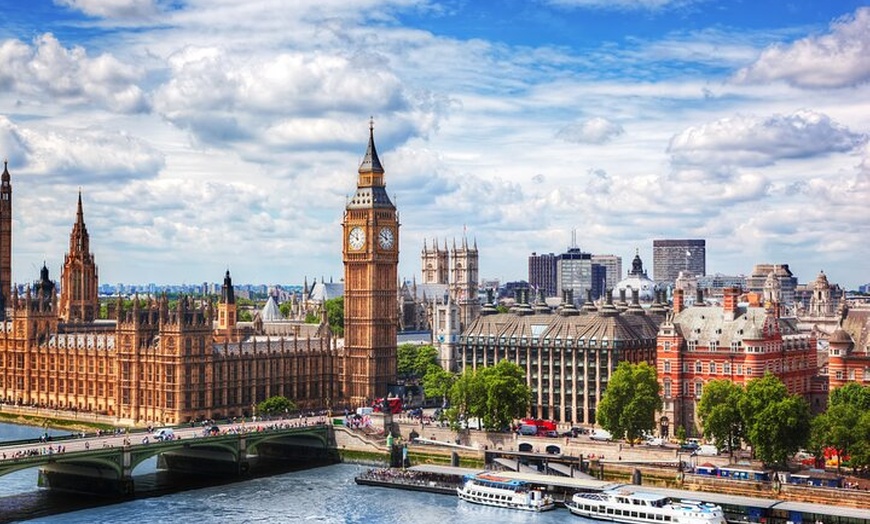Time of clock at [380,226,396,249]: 11:49
